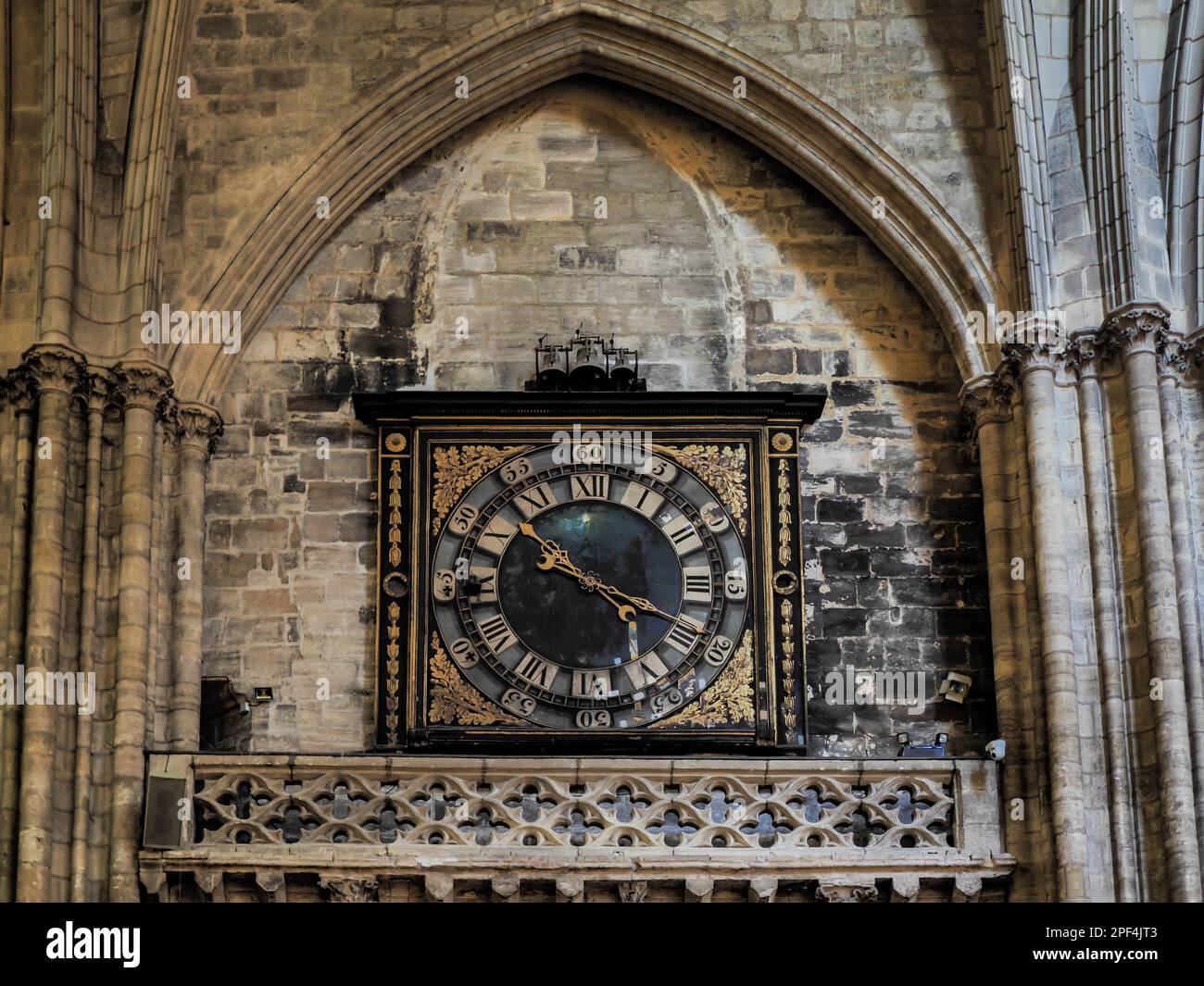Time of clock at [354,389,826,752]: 3:52
